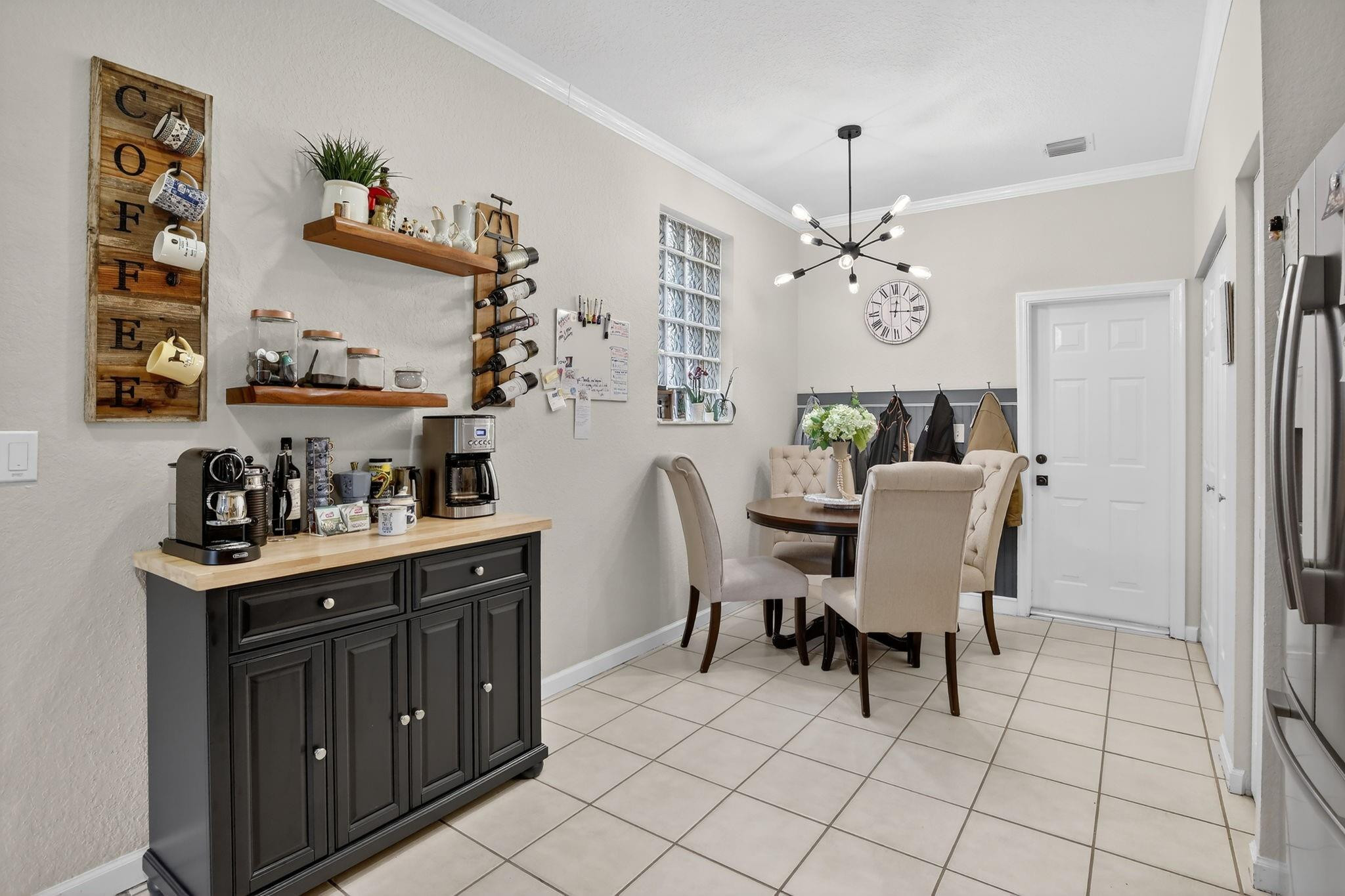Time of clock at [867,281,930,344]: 12:15
